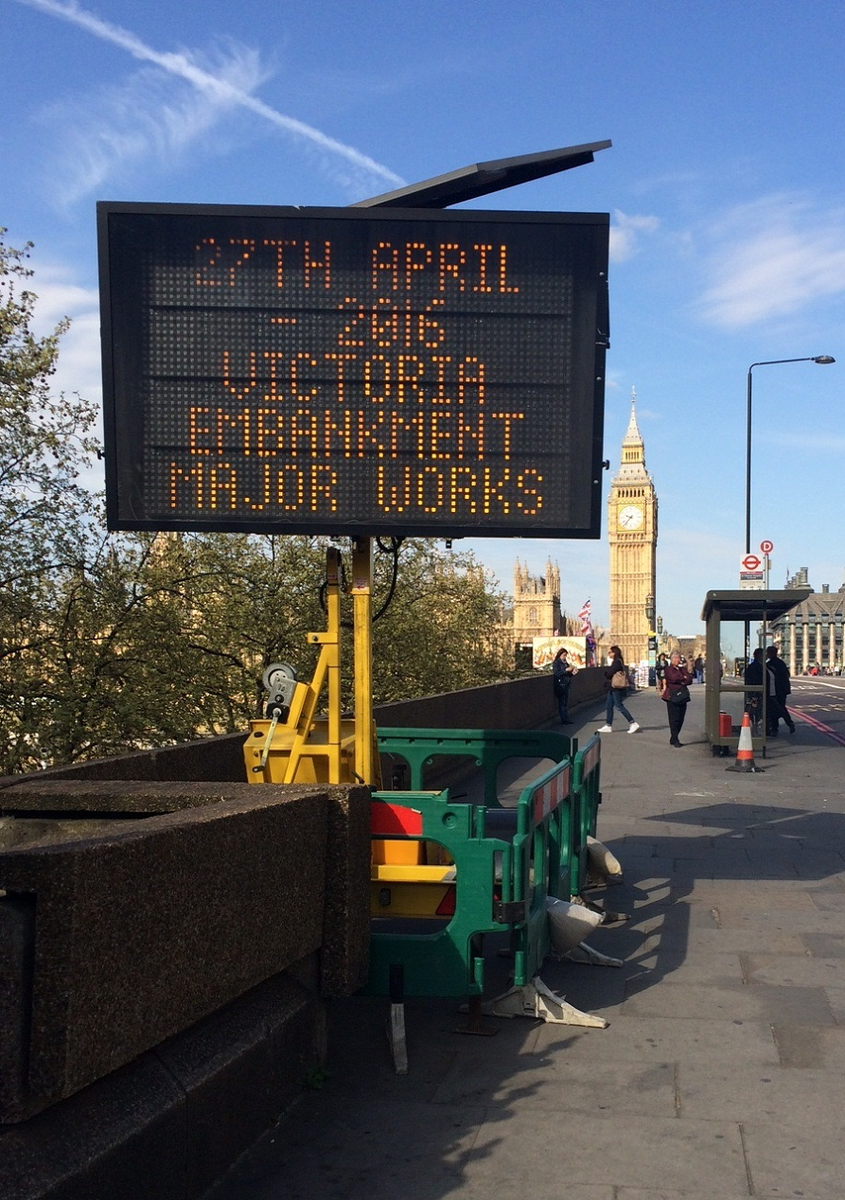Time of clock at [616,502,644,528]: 9:37
